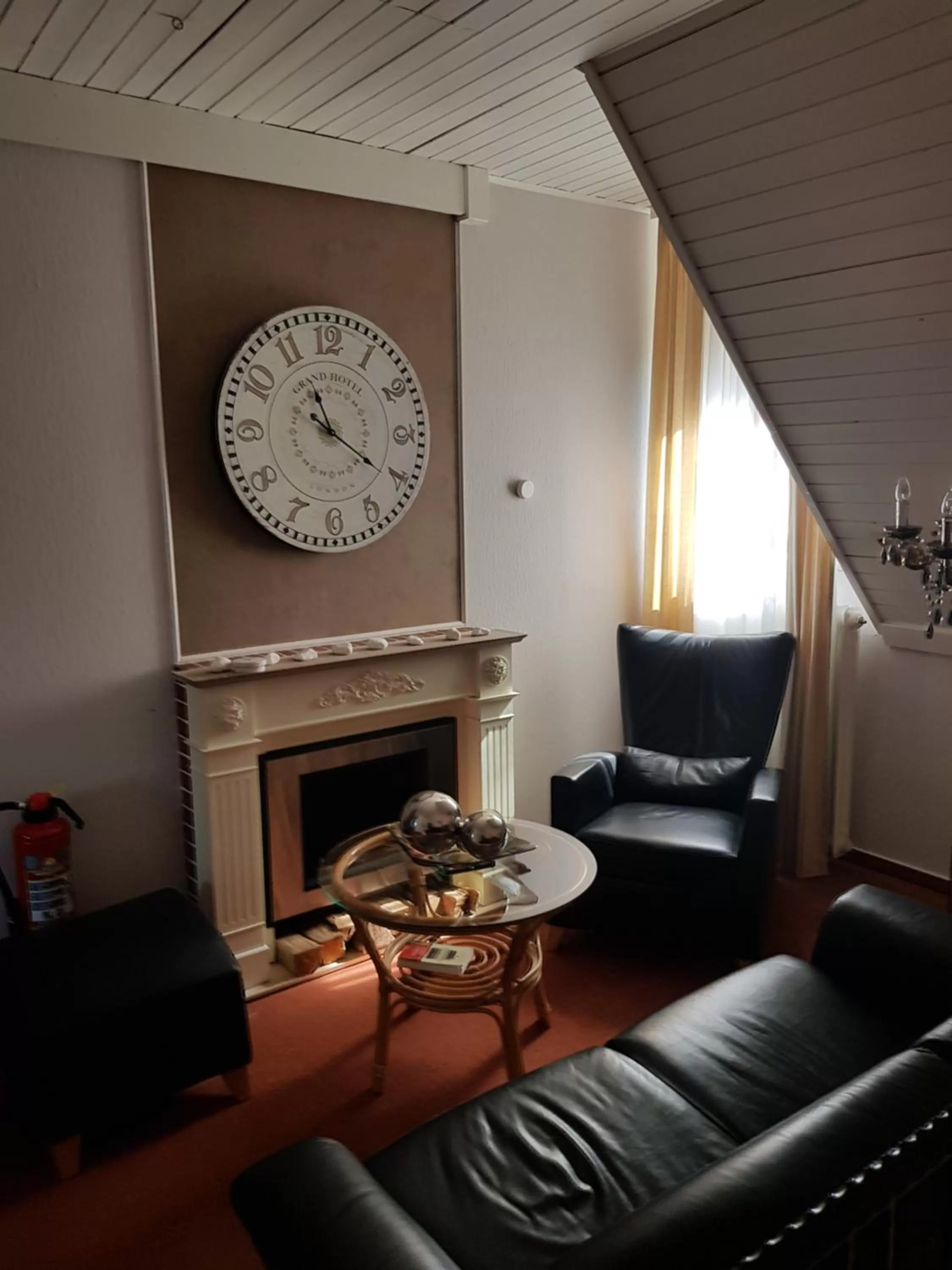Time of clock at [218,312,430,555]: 11:20
